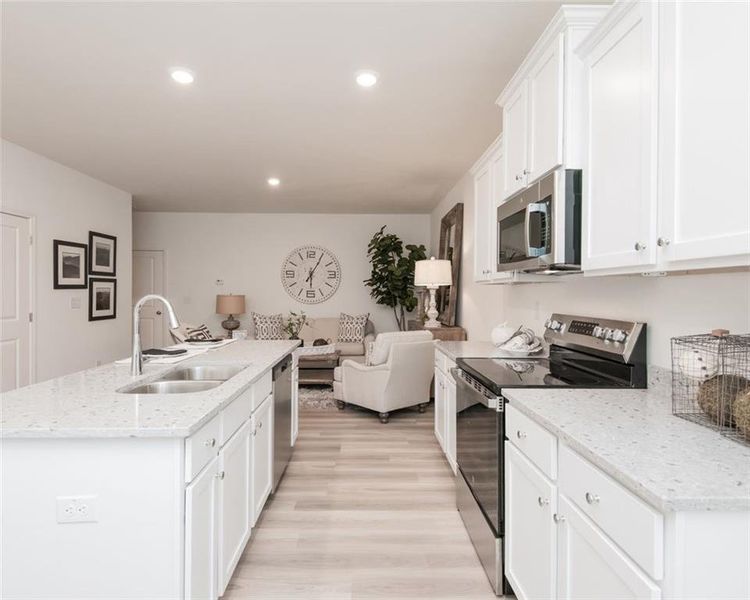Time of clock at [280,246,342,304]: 6:05
